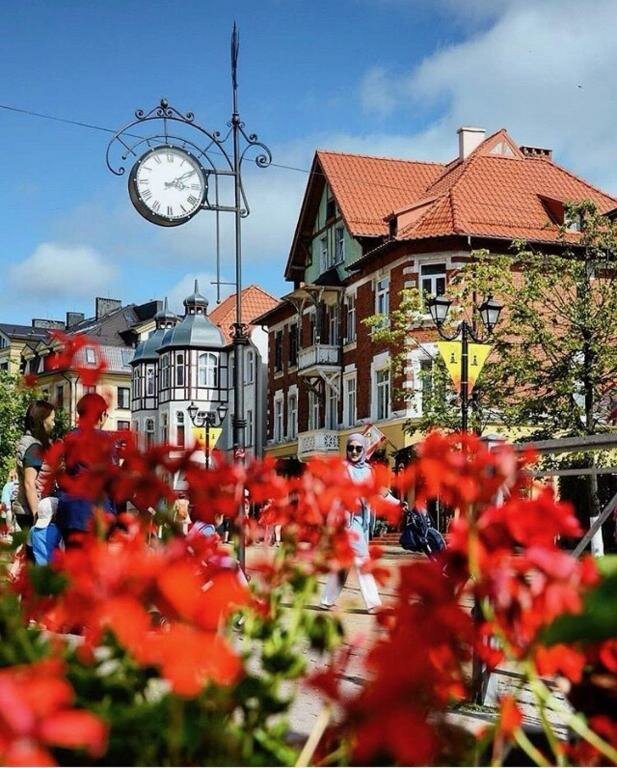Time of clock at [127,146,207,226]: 3:09
